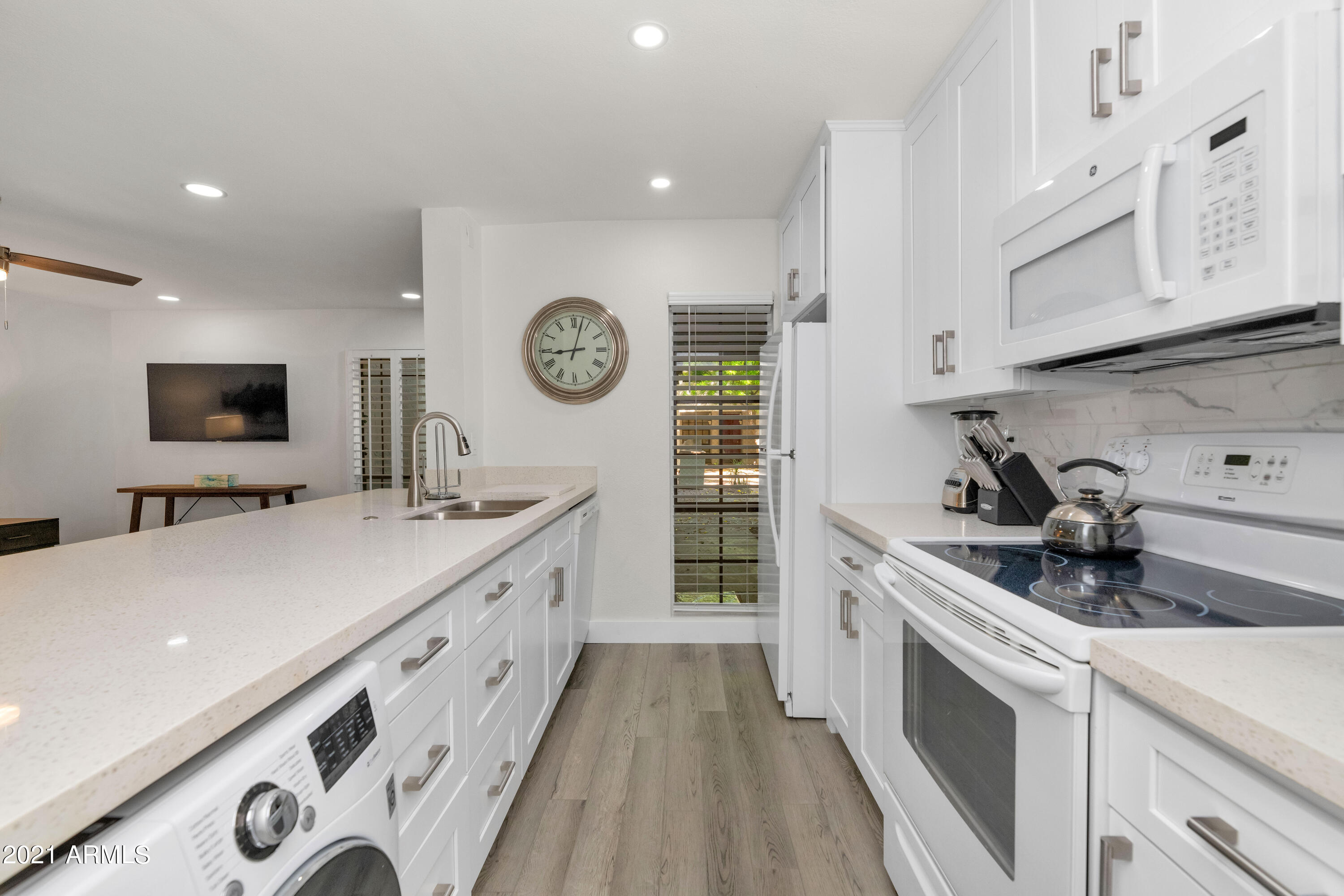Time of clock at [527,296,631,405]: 9:02
